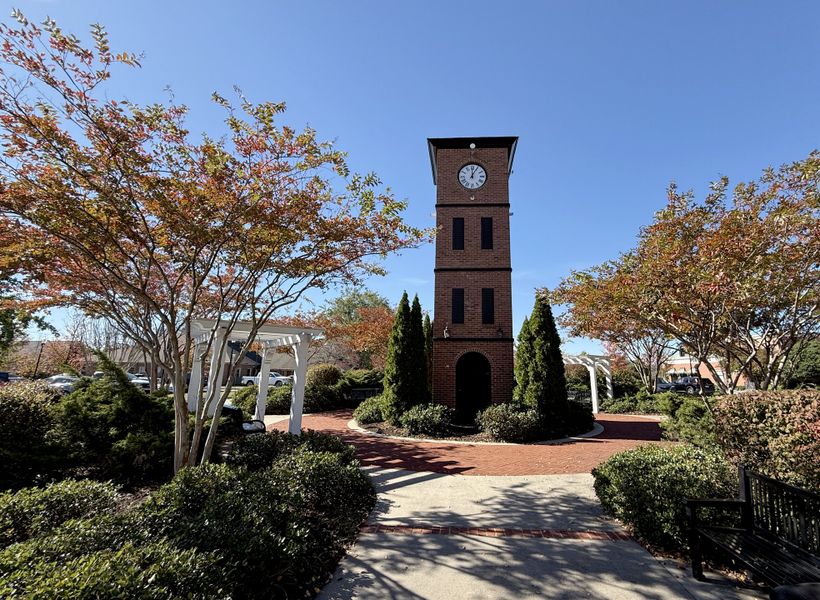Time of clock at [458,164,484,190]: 12:04
